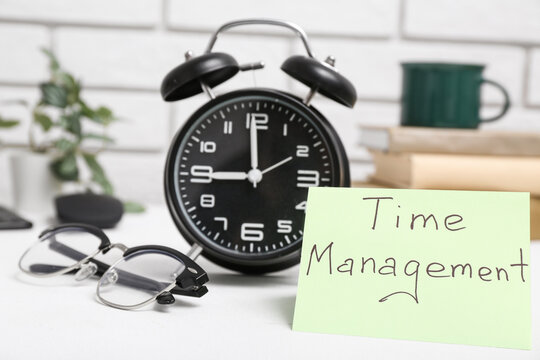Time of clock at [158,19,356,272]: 8:59
